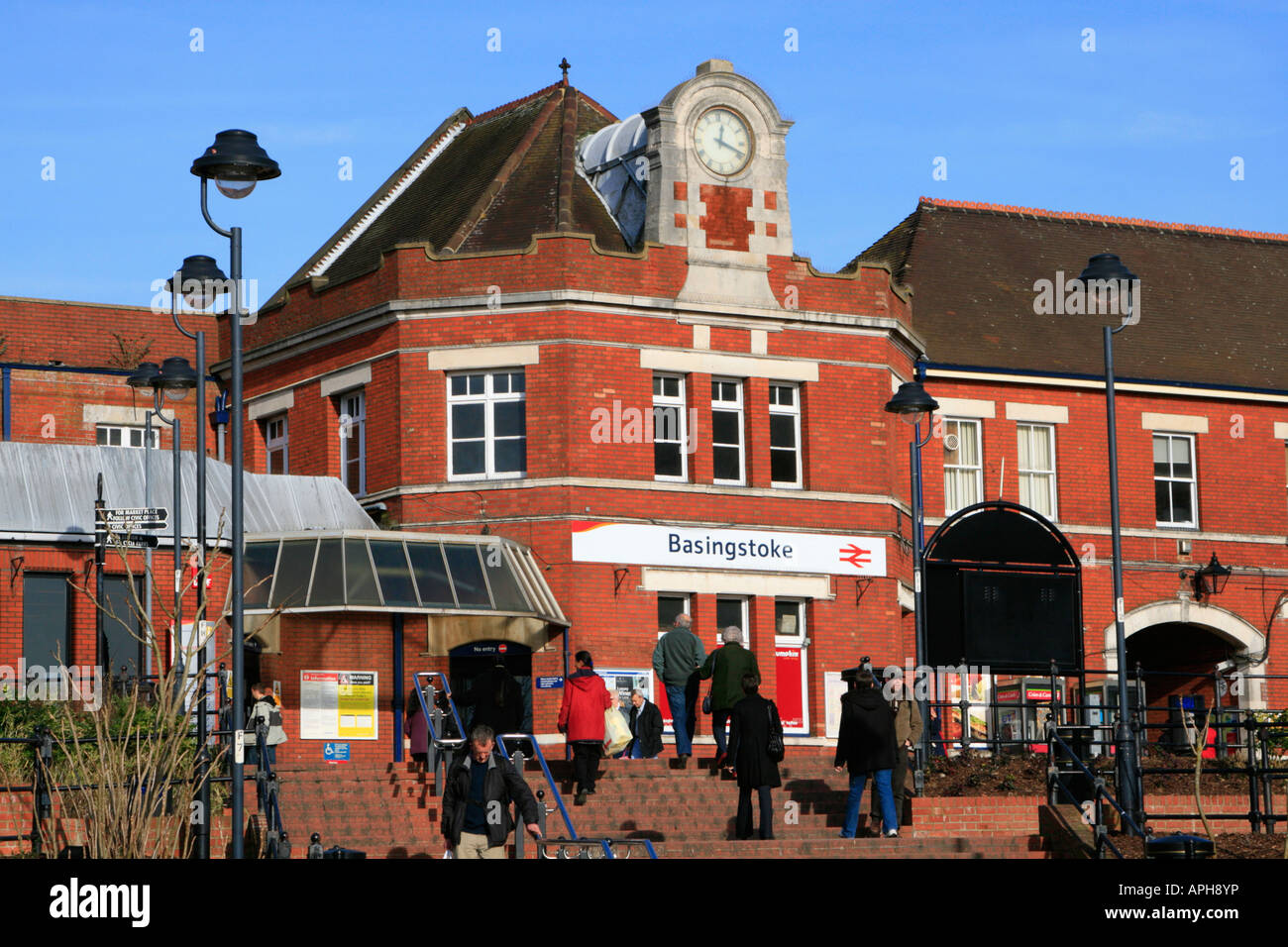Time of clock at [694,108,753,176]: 12:18
